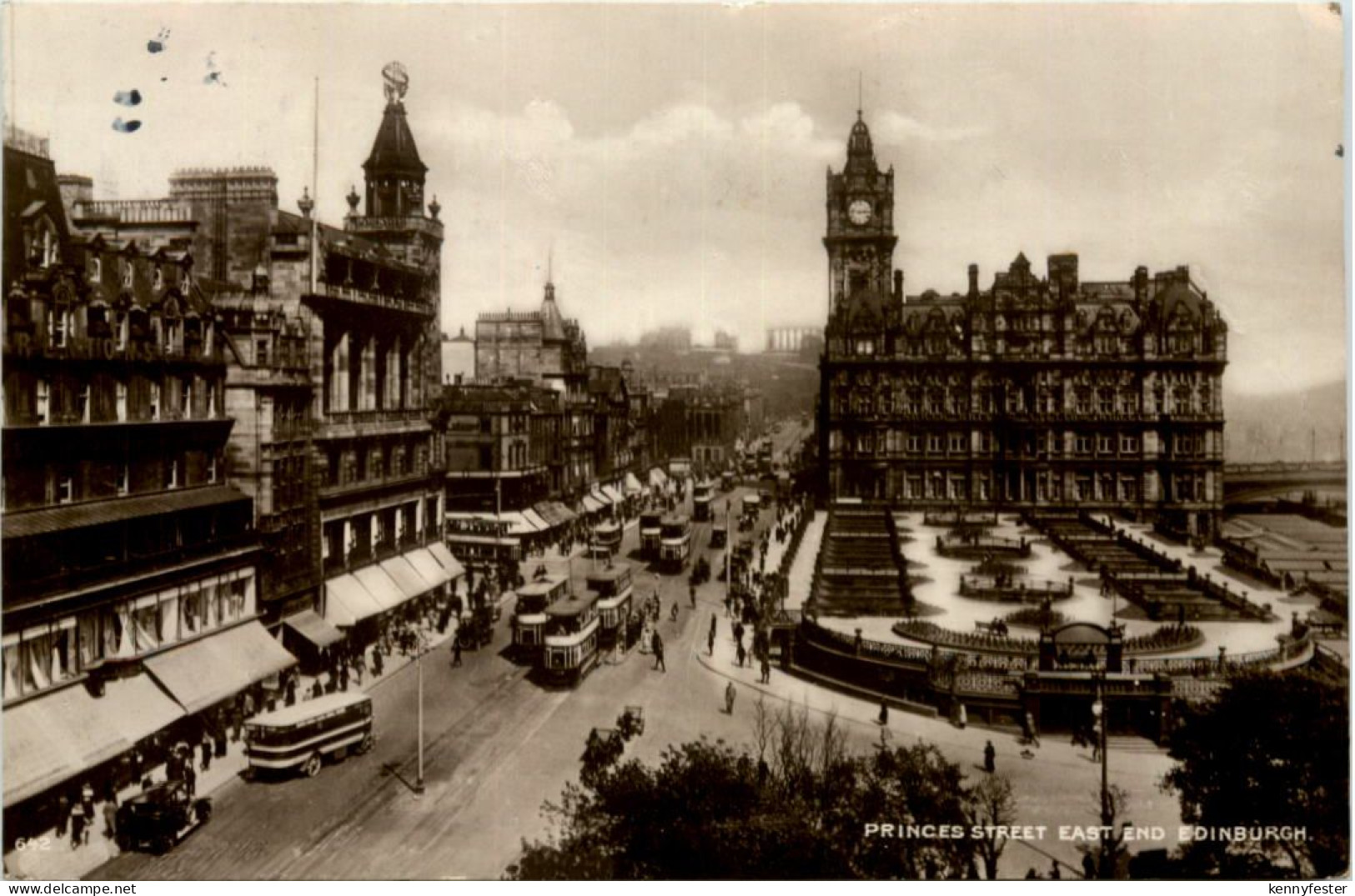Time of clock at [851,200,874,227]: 2:46
